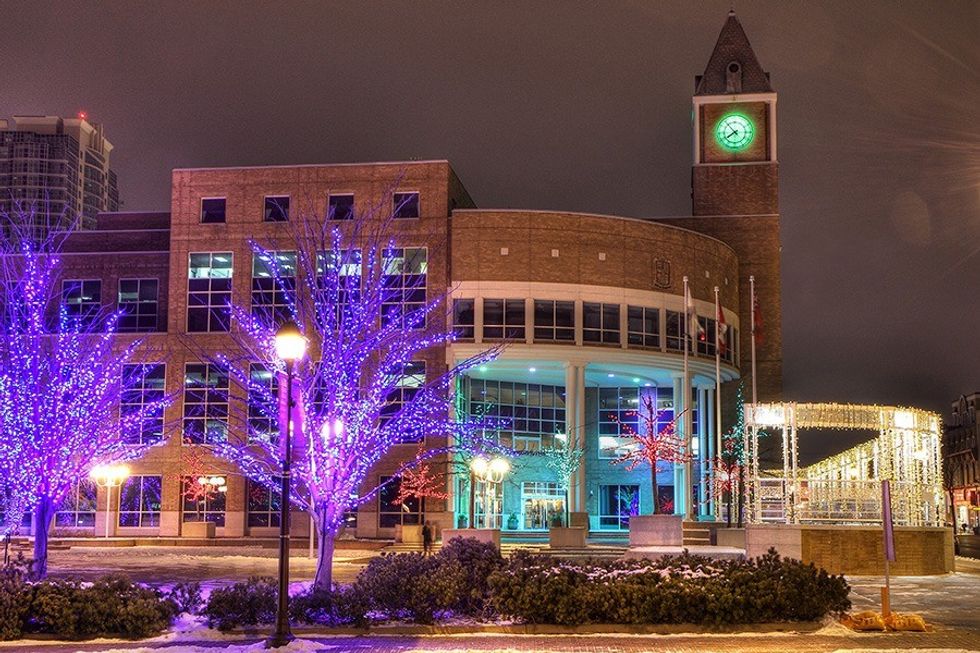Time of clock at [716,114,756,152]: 7:53
